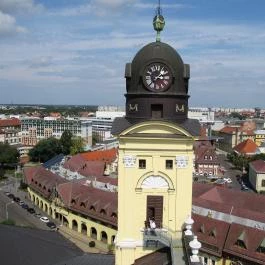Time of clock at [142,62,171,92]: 1:16
